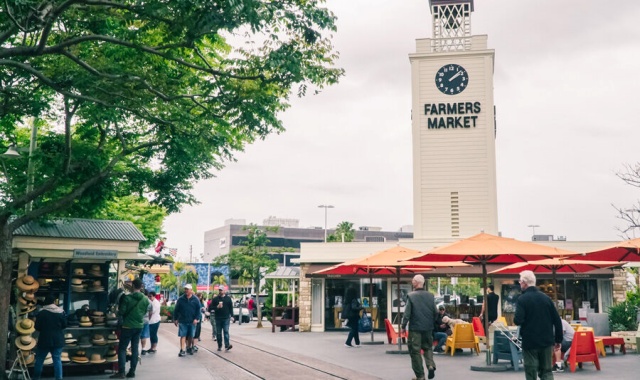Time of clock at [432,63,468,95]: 2:08
